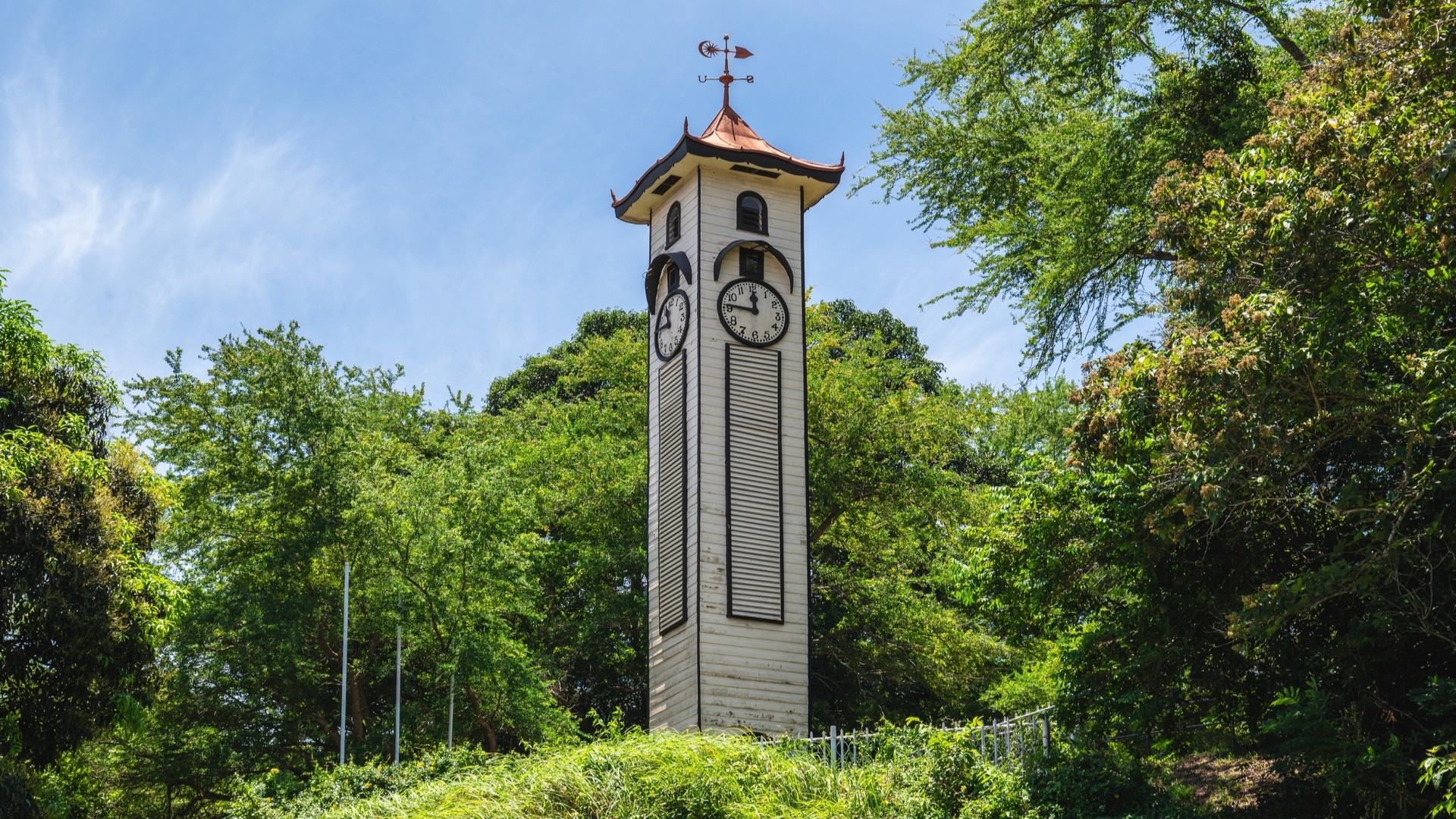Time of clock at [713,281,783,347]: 11:46
